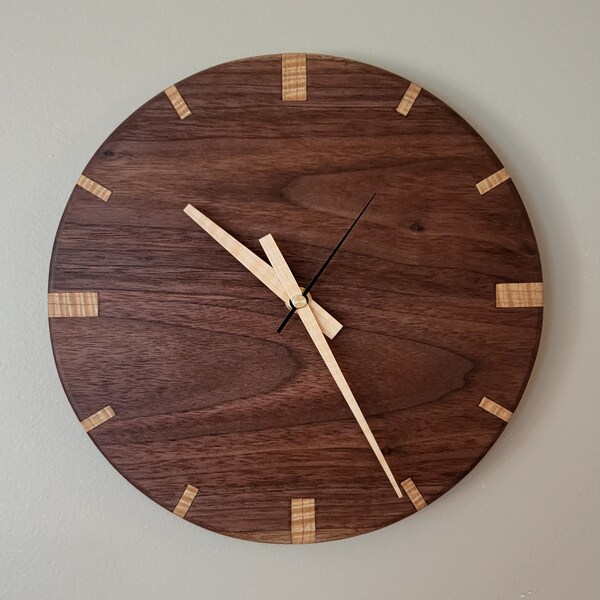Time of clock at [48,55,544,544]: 10:25
